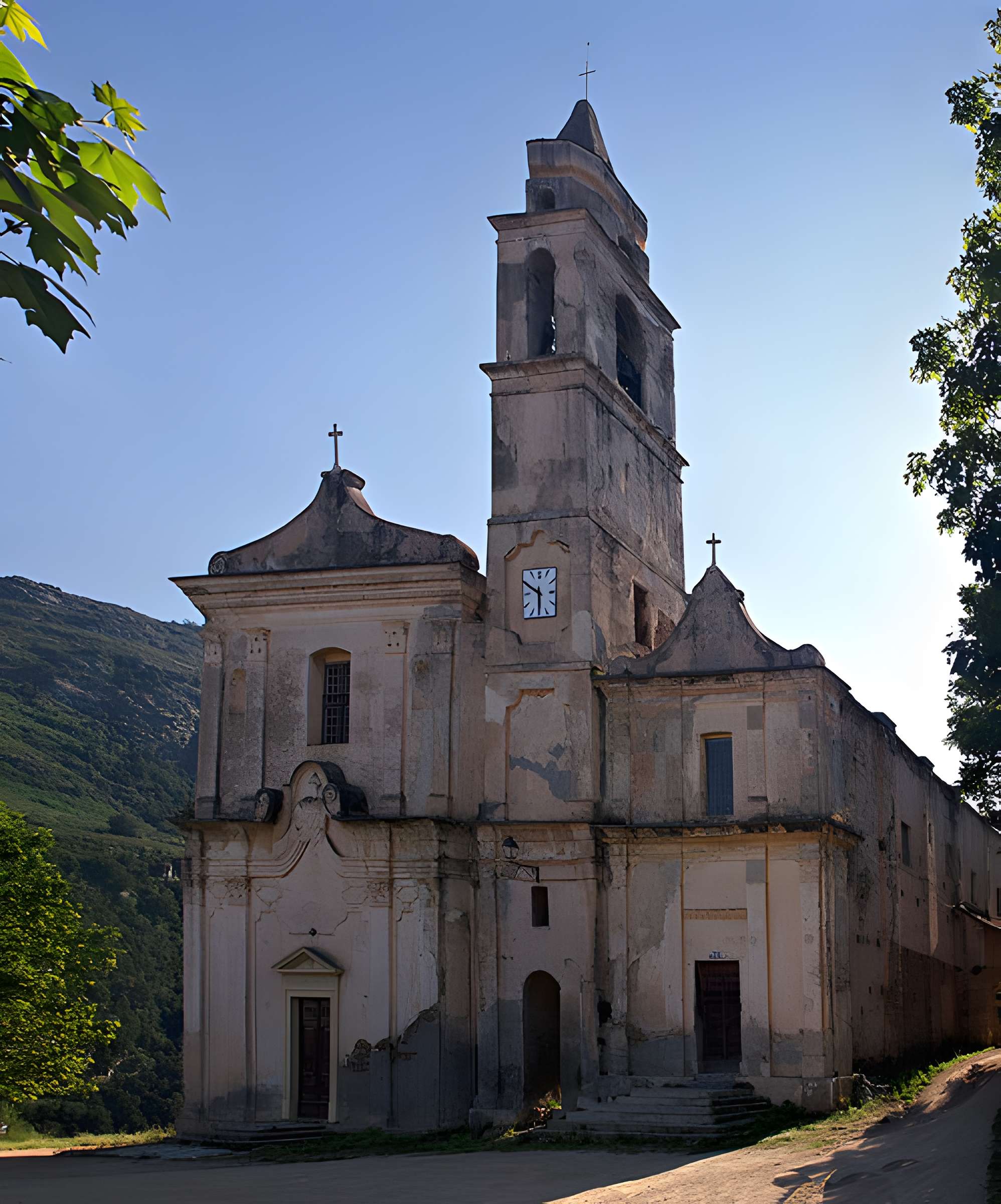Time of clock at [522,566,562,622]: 5:49
